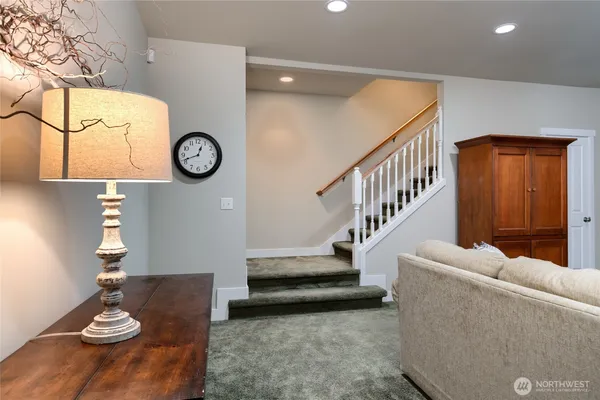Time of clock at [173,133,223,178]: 12:41
